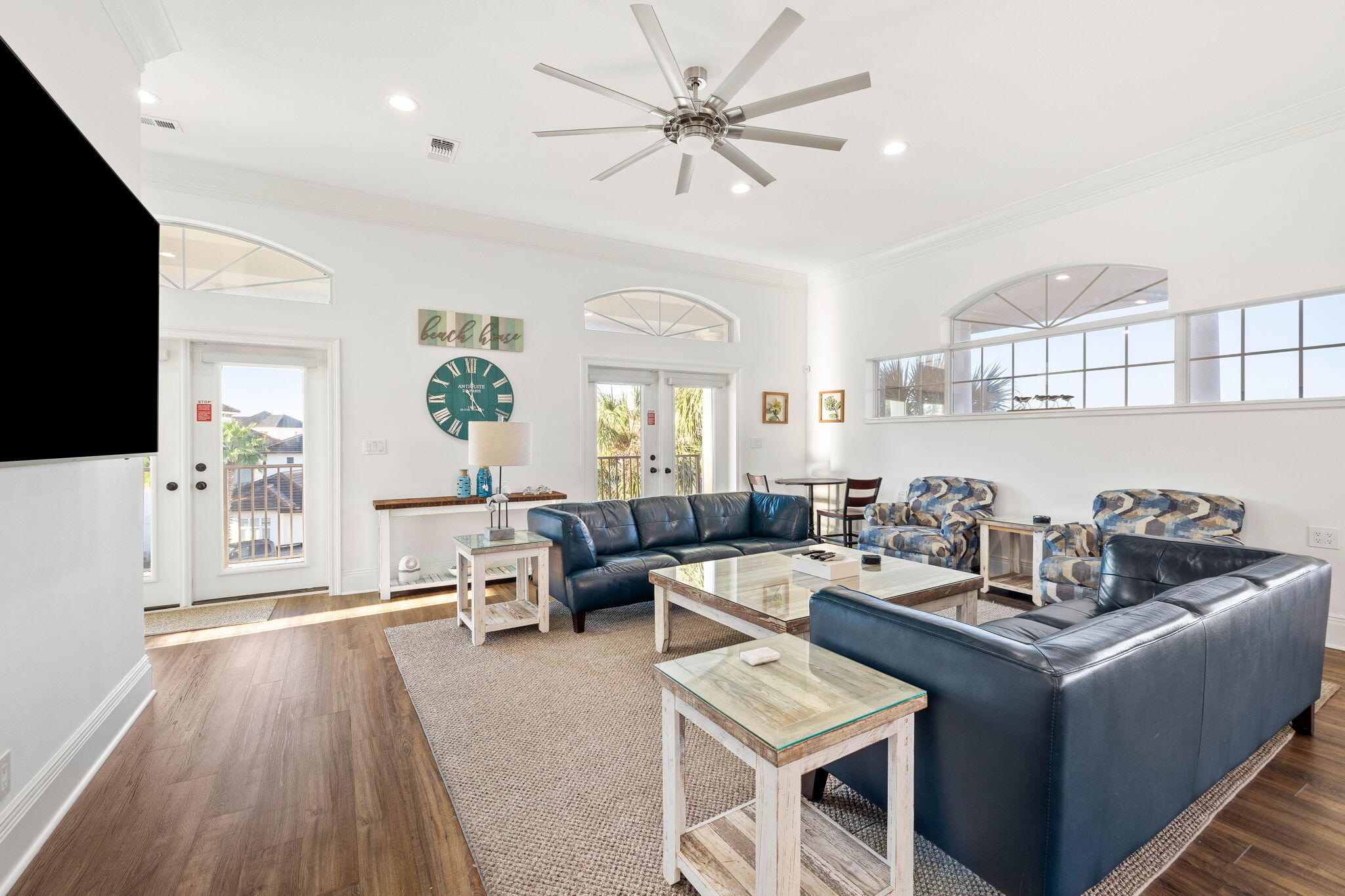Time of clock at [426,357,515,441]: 5:00
